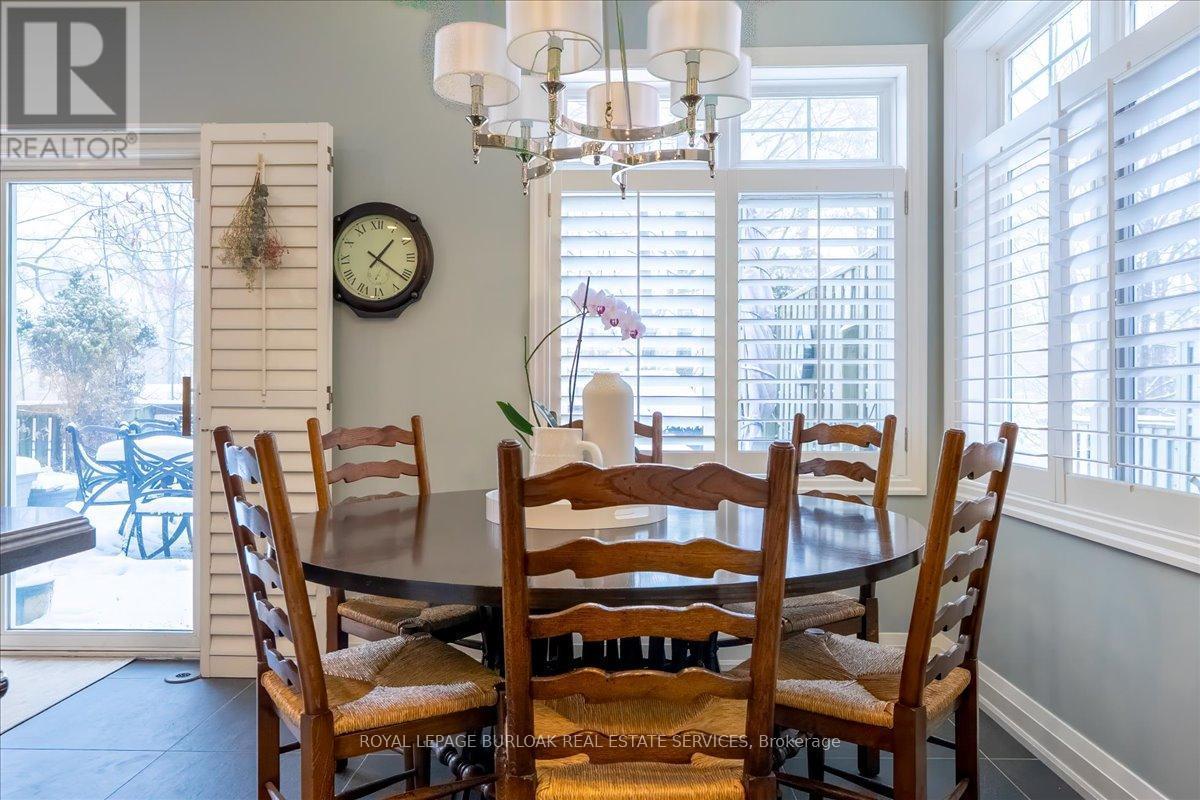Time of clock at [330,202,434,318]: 1:21
